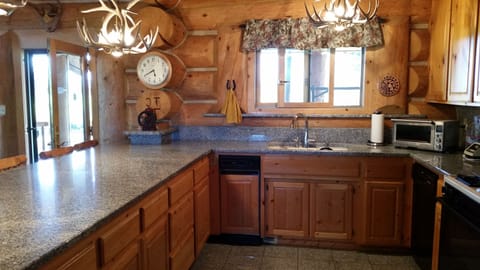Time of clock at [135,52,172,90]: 5:40
